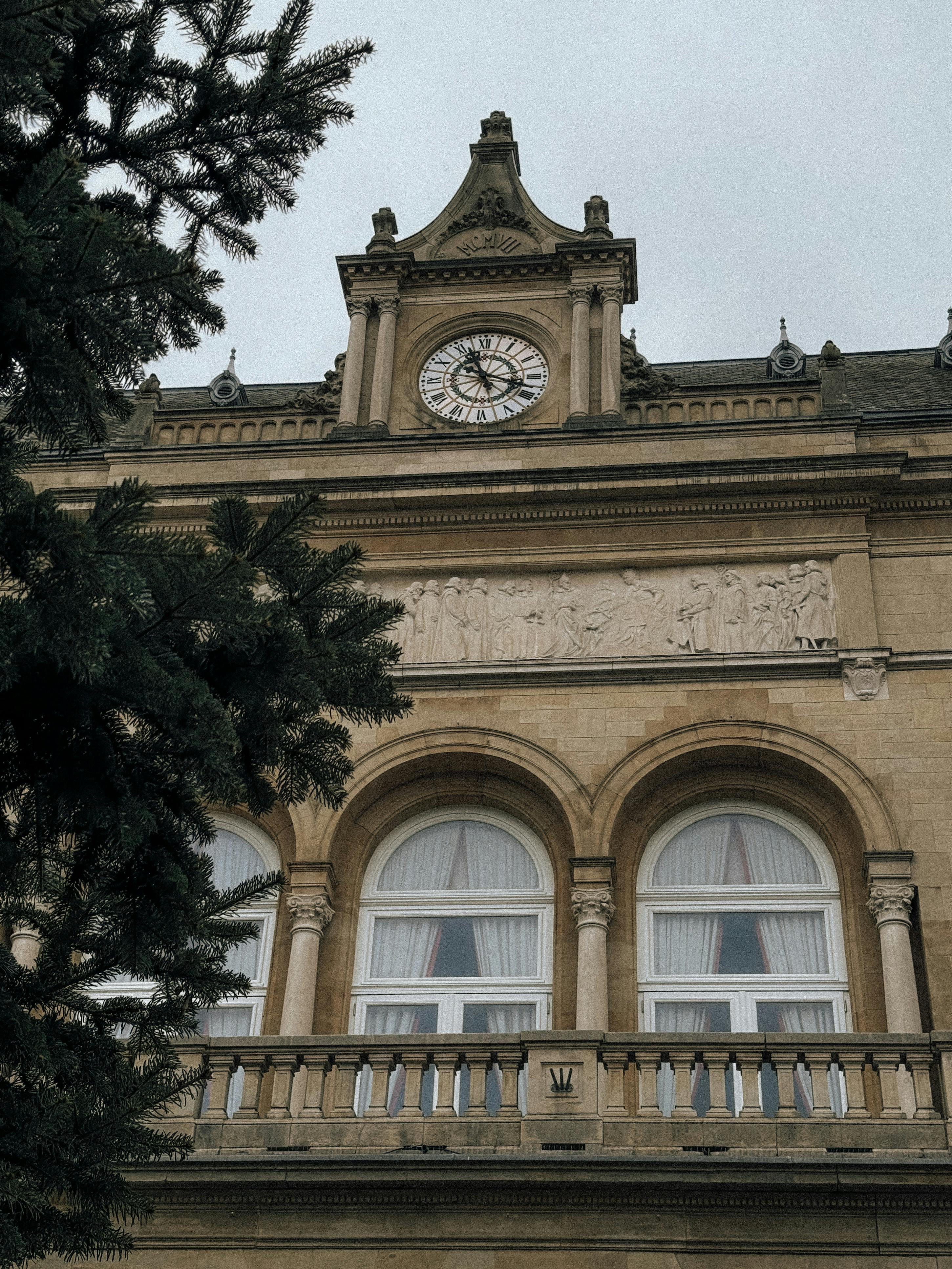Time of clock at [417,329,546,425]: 11:17
